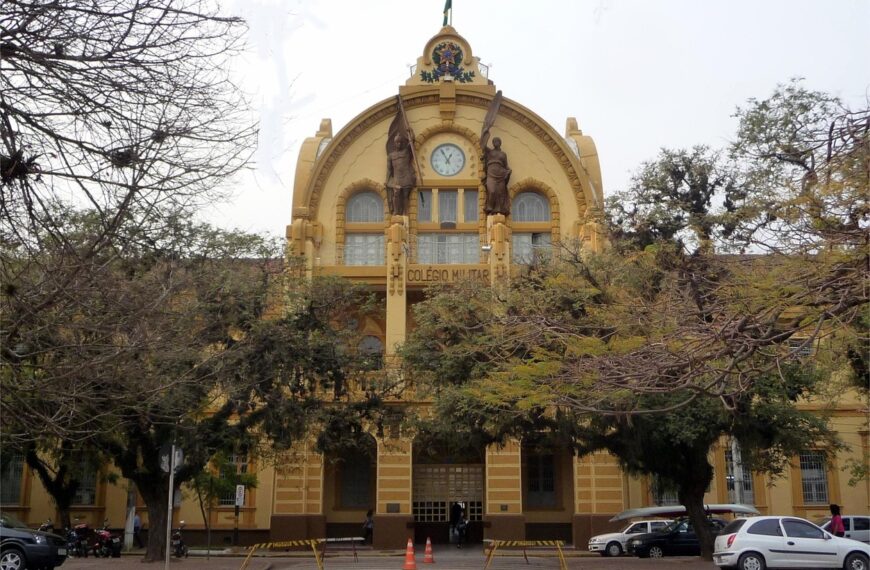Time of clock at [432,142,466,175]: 12:55
